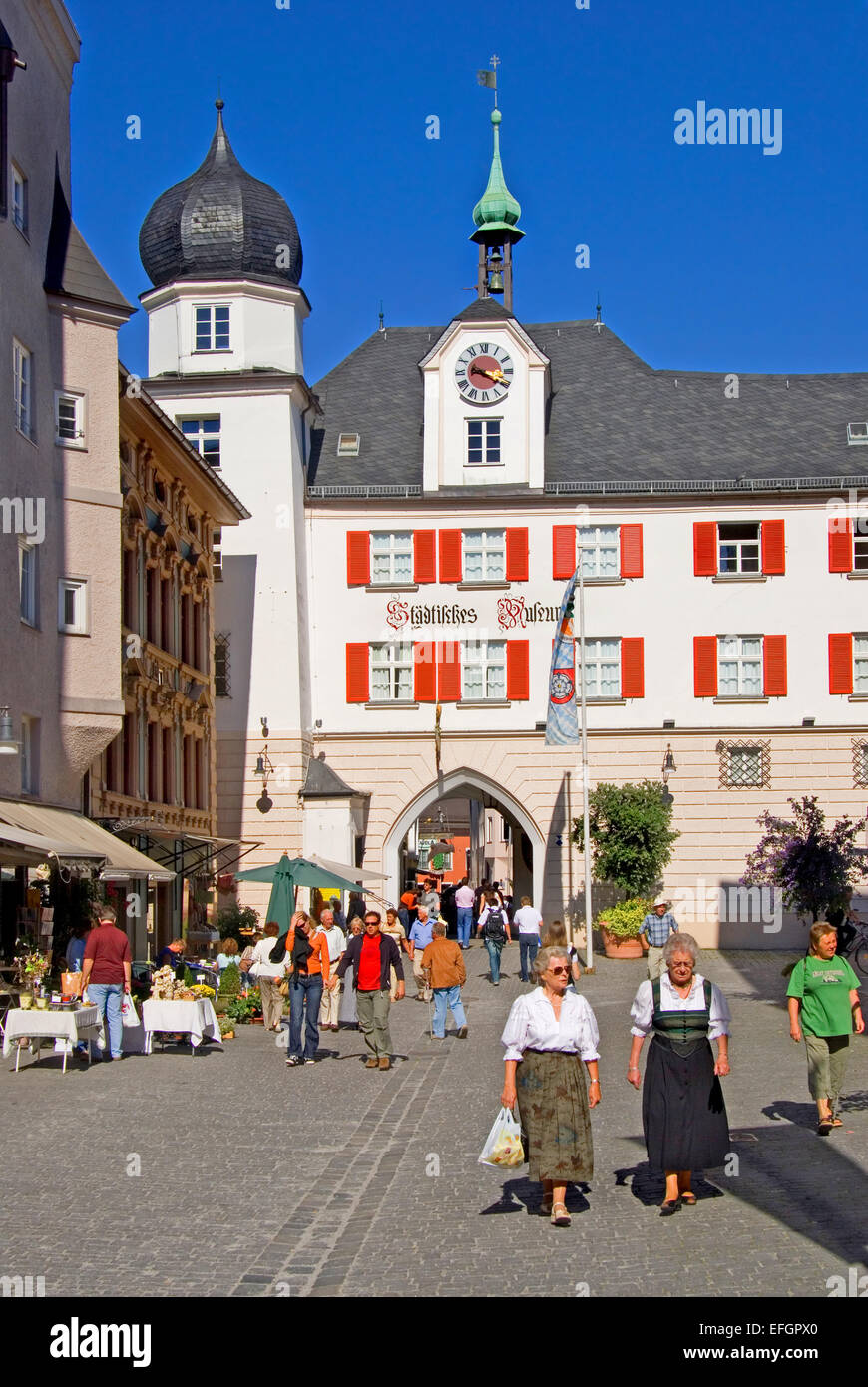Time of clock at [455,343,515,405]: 9:20
